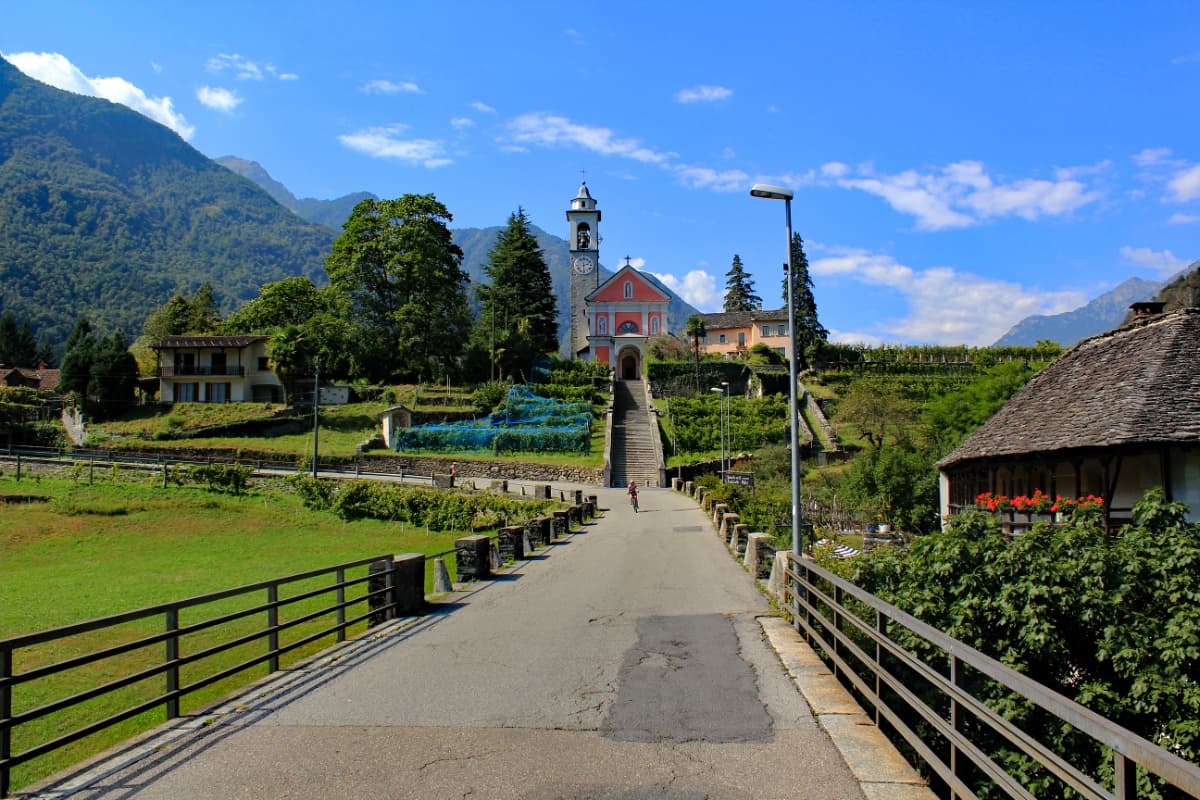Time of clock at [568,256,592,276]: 2:29
